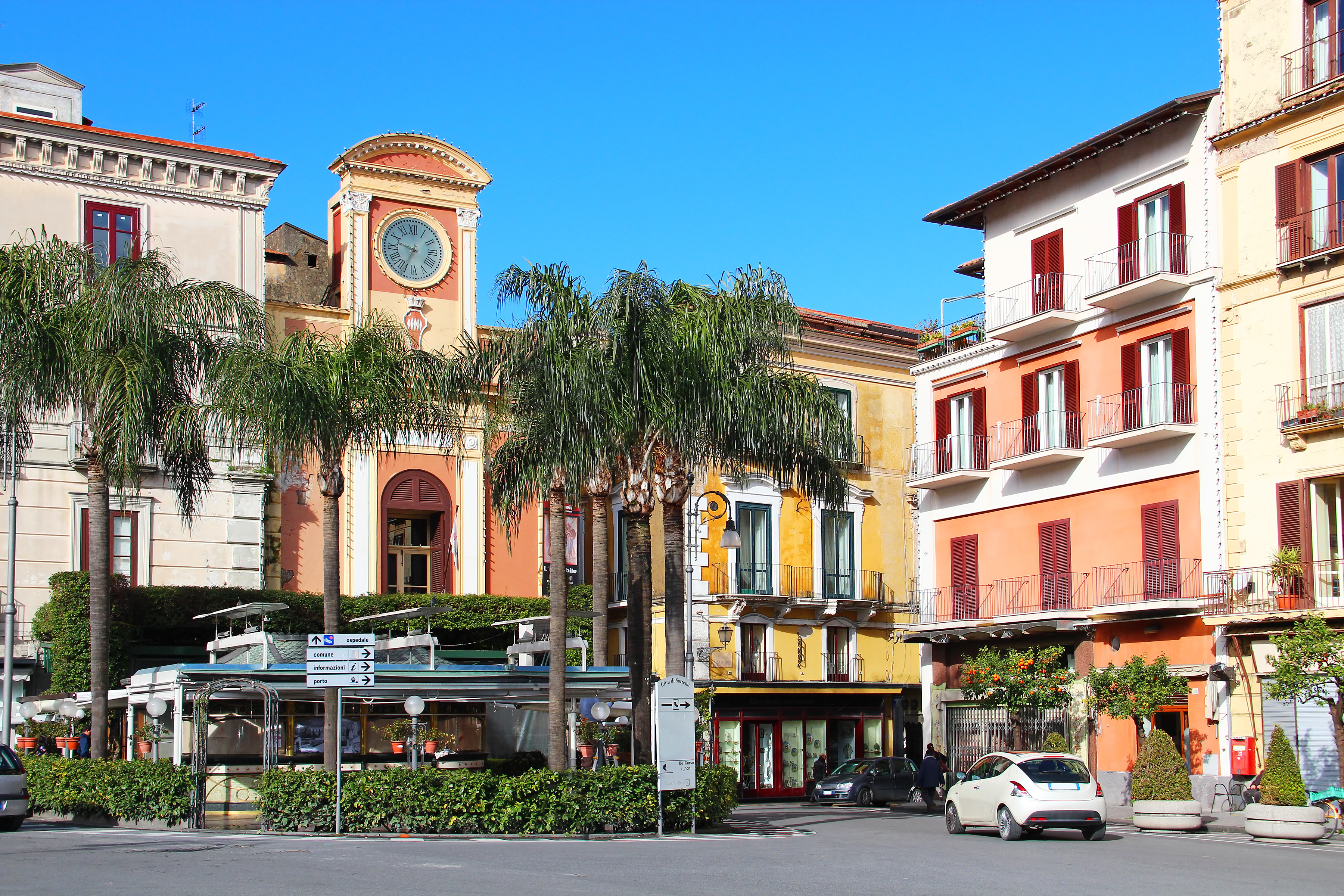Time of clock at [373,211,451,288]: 9:34
